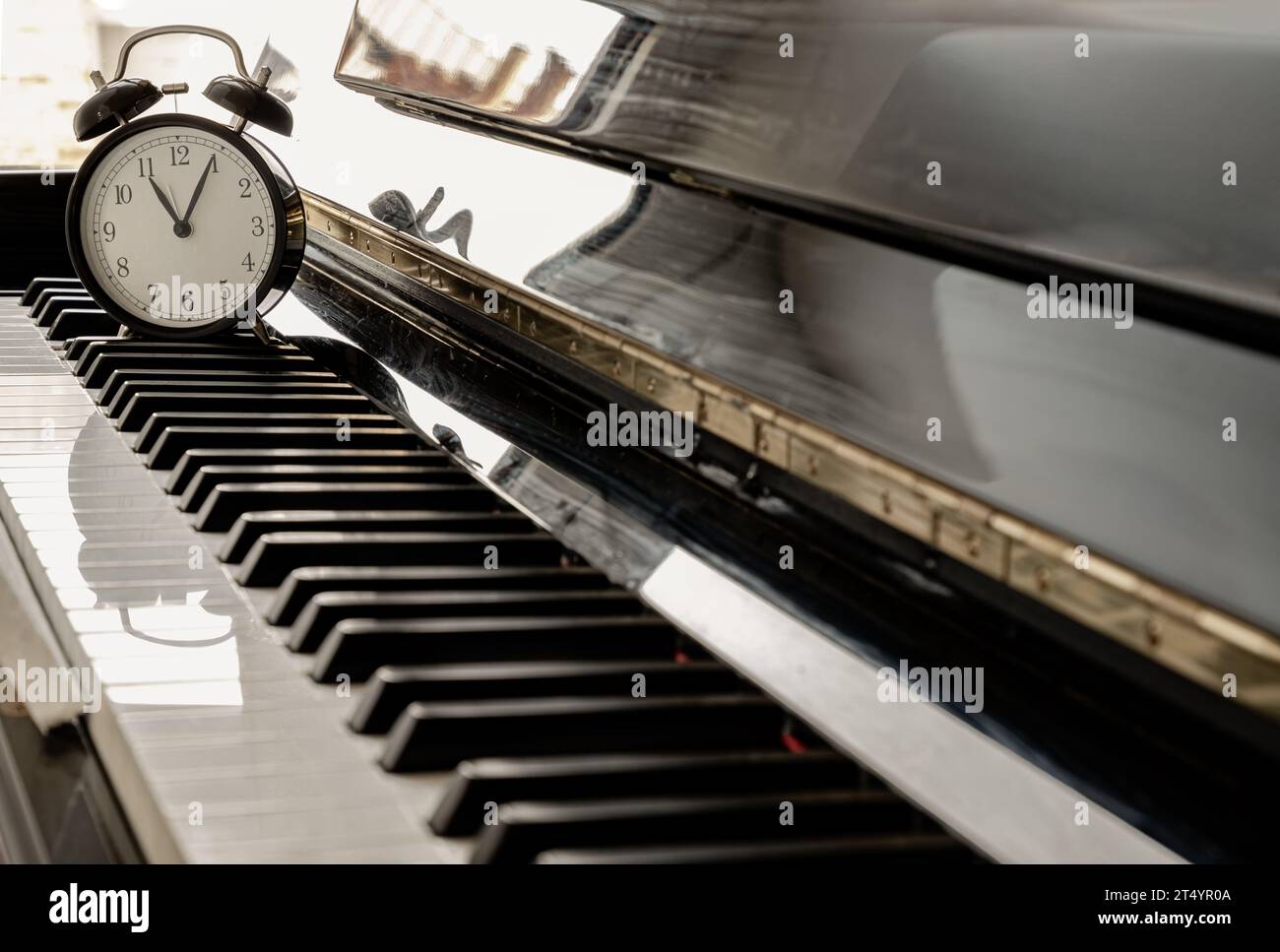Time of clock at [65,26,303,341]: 11:05
